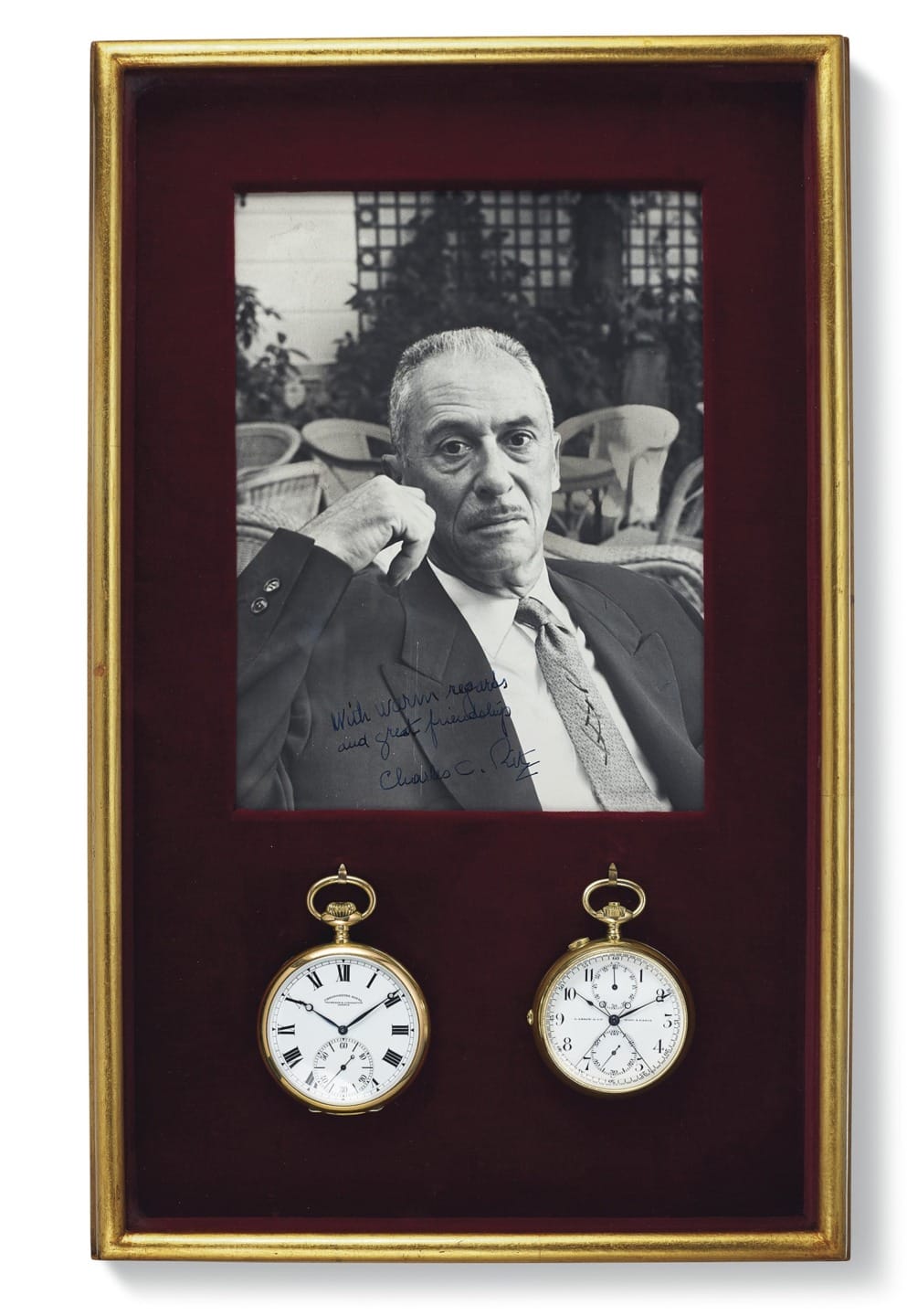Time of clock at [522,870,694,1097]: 10:10
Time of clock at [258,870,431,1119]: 1:50
